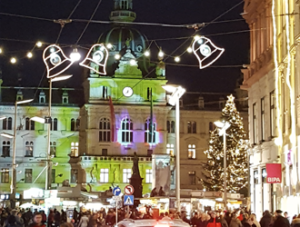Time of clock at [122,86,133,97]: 7:37
